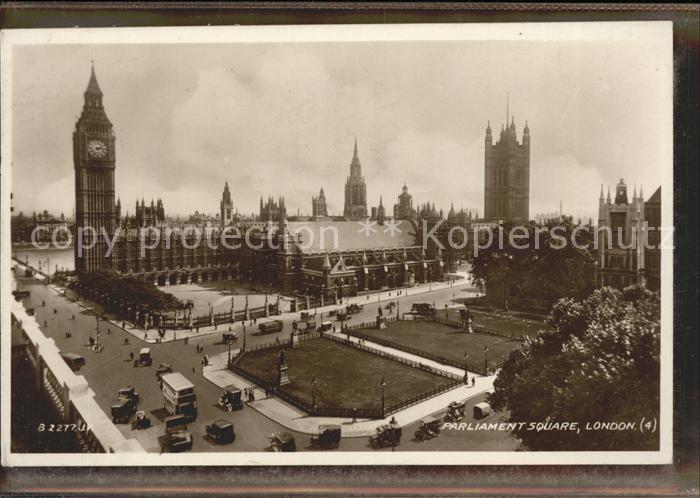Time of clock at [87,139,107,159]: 2:15
